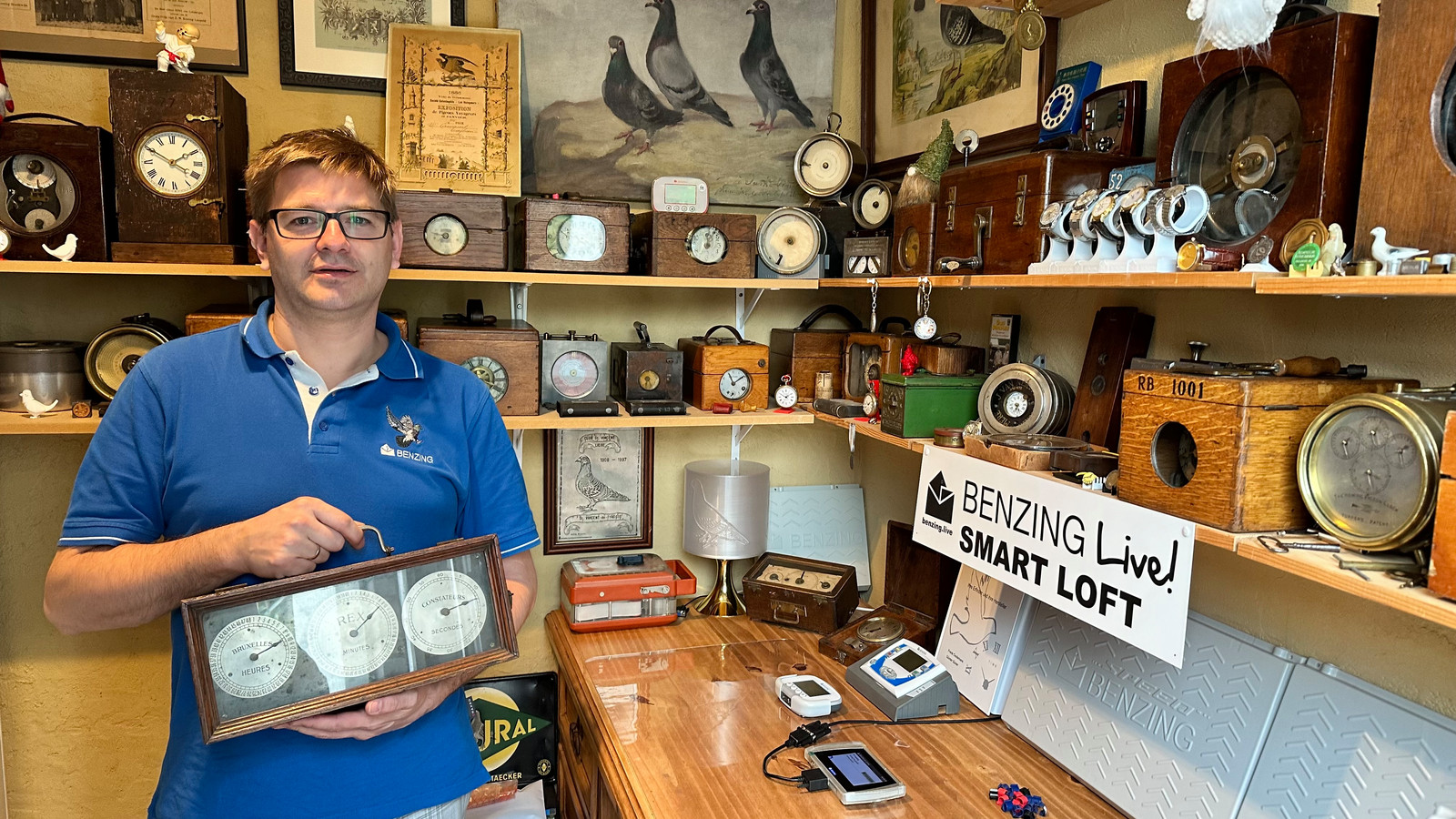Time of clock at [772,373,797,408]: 1:49
